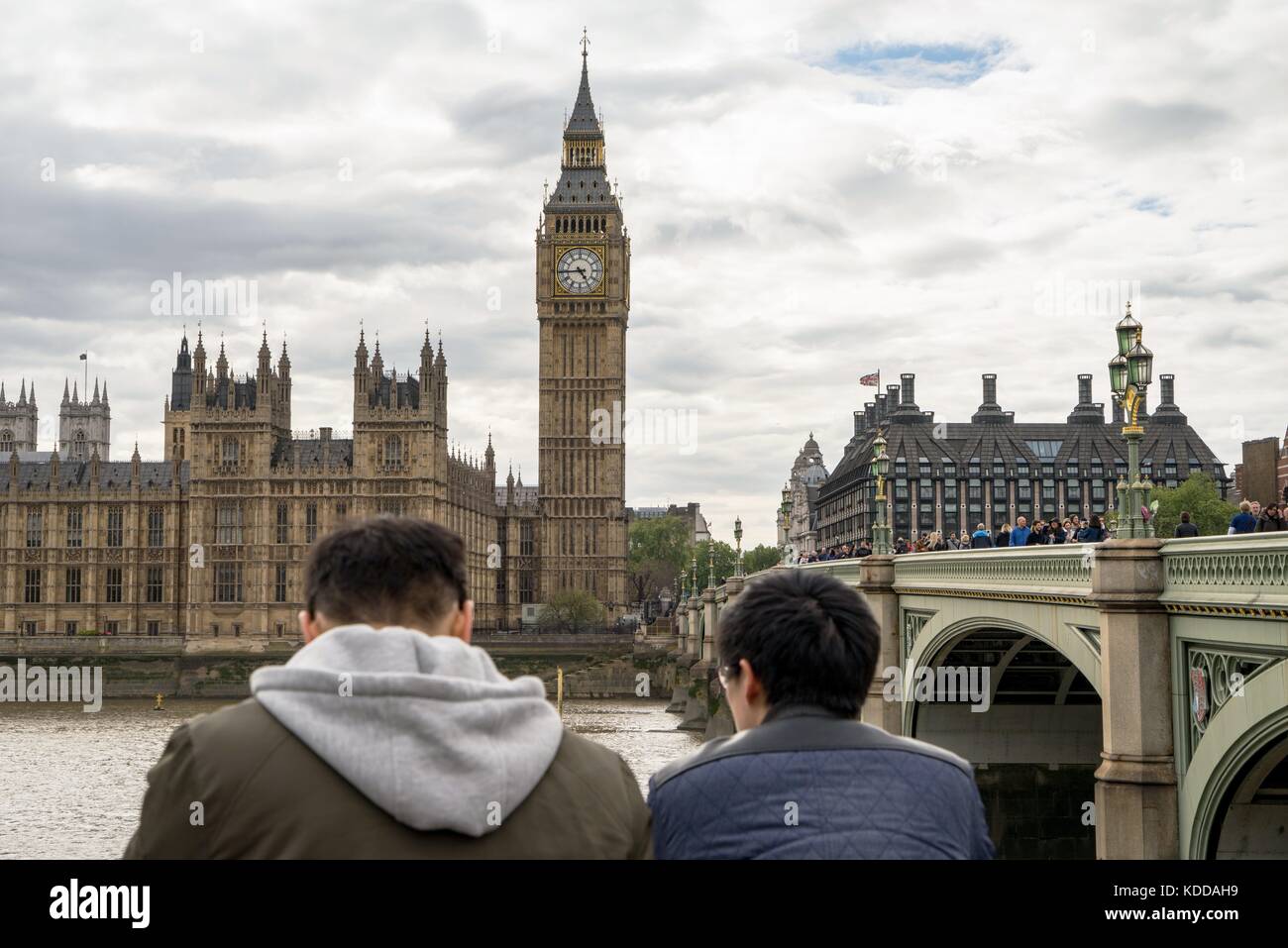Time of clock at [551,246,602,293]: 4:44
